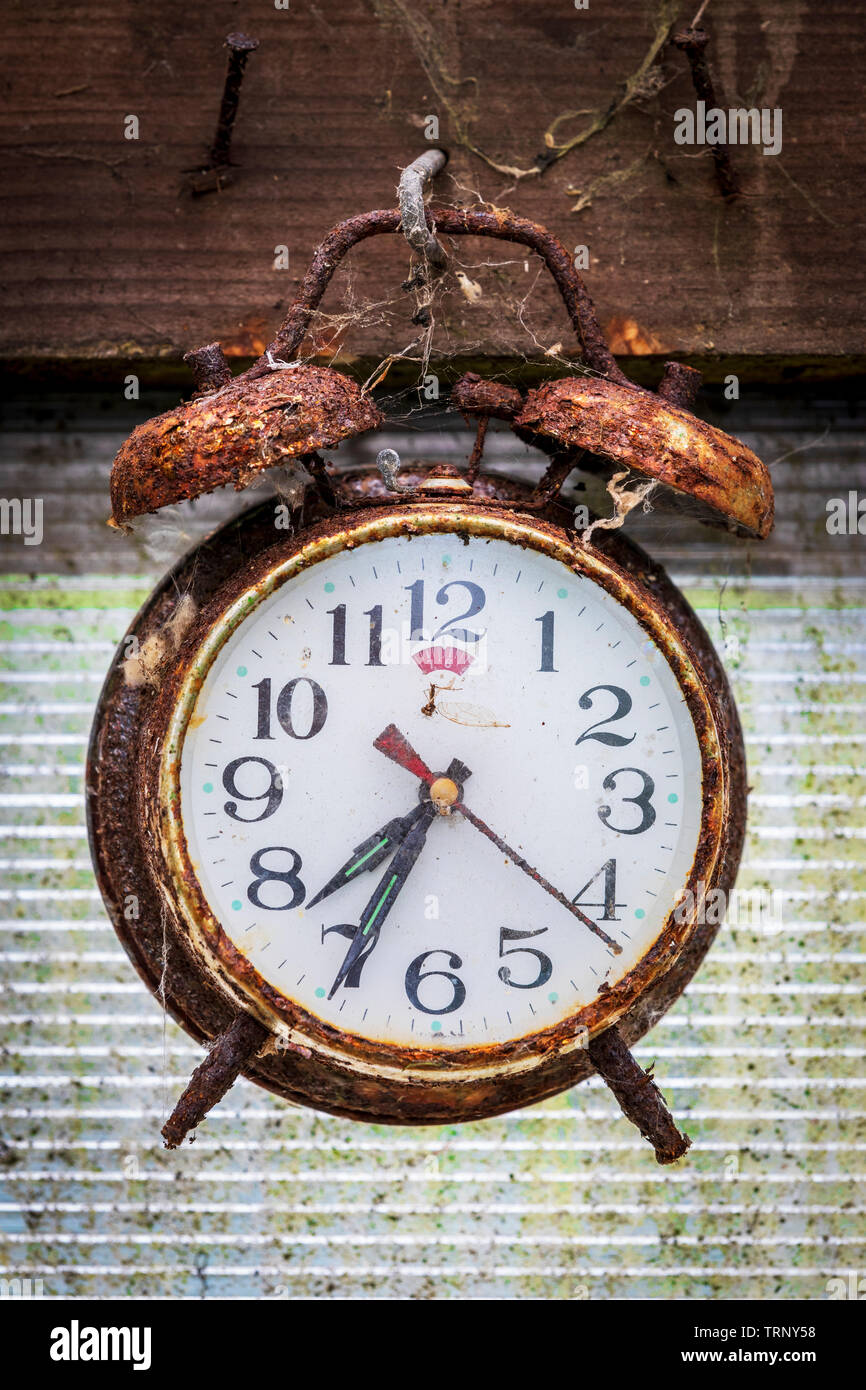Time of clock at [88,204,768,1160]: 7:34
